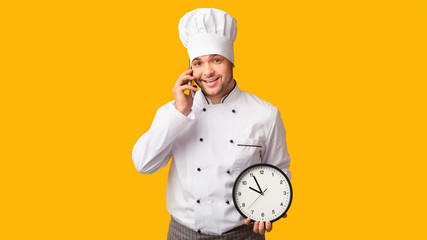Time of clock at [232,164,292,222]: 9:55
